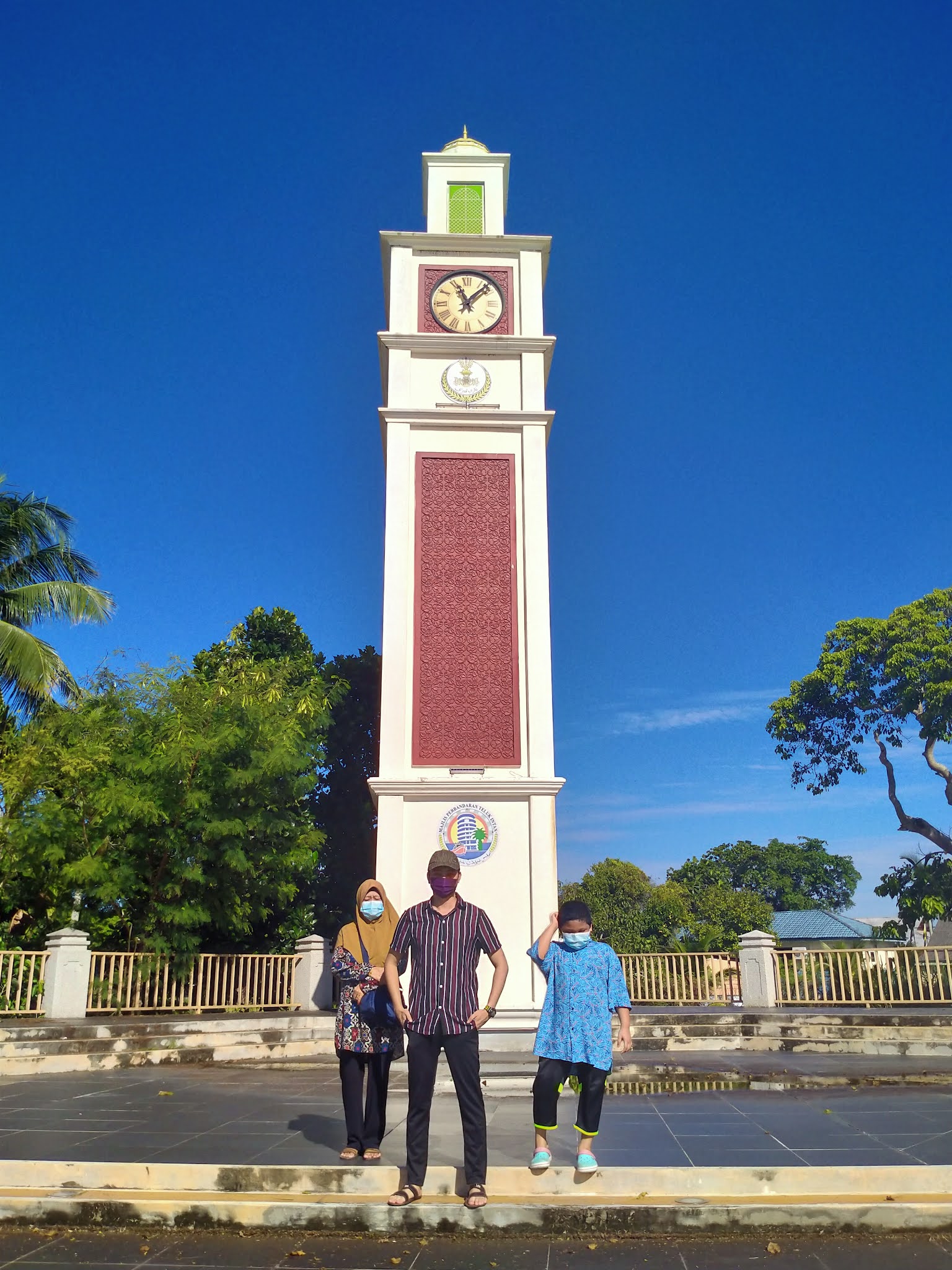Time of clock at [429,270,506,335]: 11:07
